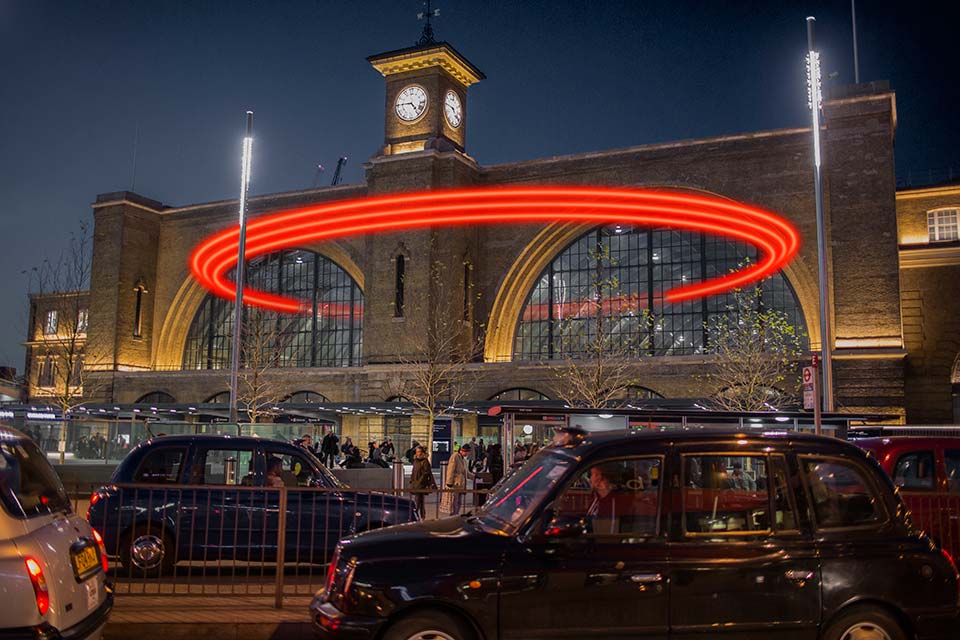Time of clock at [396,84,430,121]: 4:45
